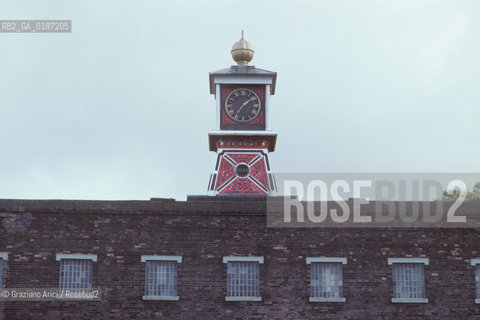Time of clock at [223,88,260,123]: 7:08
